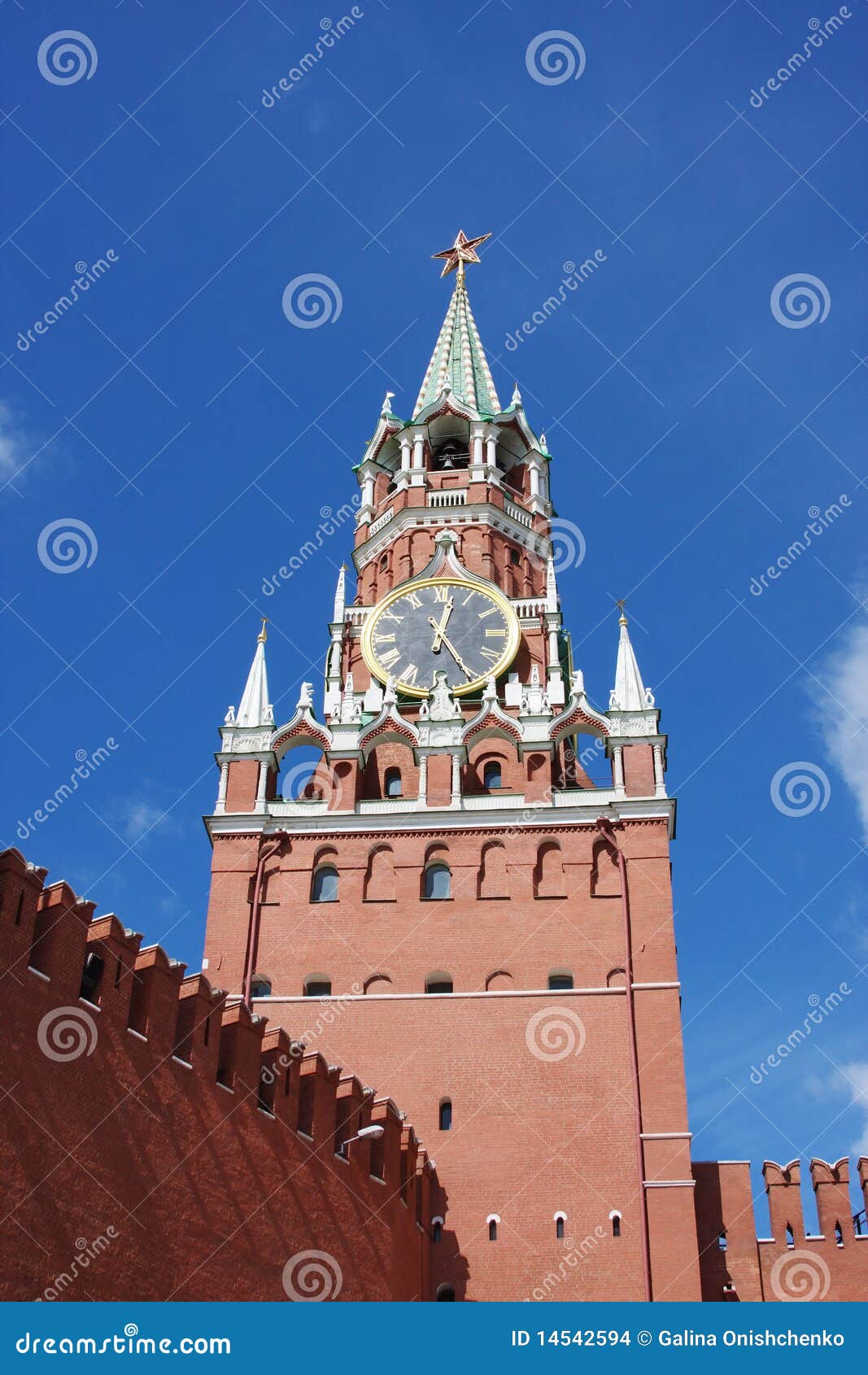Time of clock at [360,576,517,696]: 12:25
